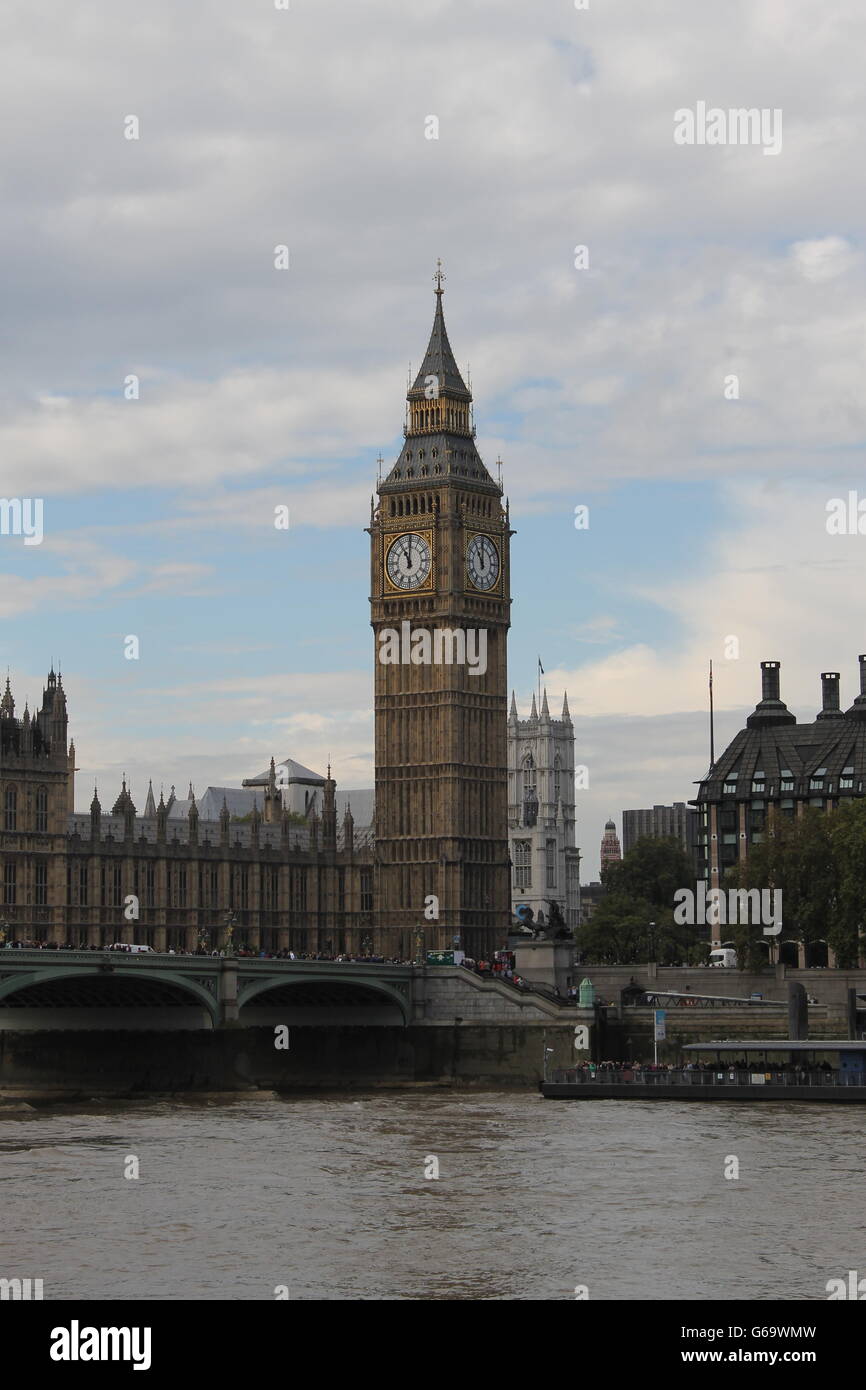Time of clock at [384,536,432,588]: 11:00
